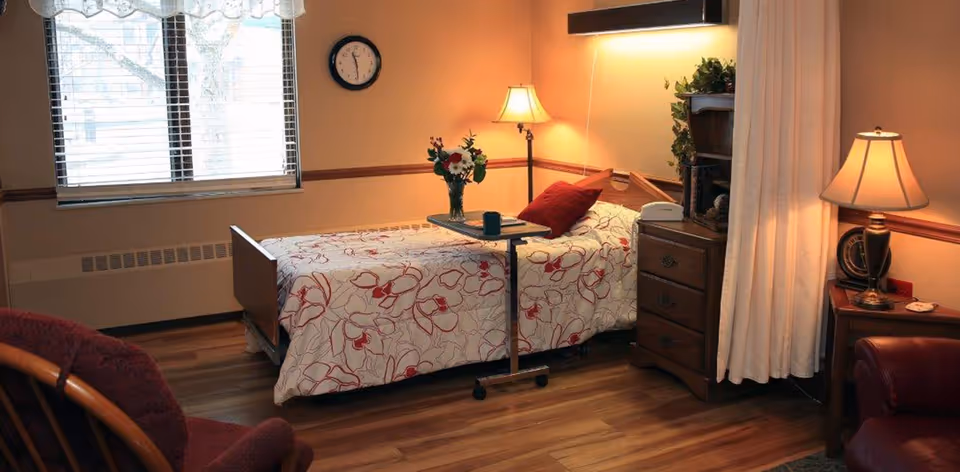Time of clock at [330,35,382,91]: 11:28
